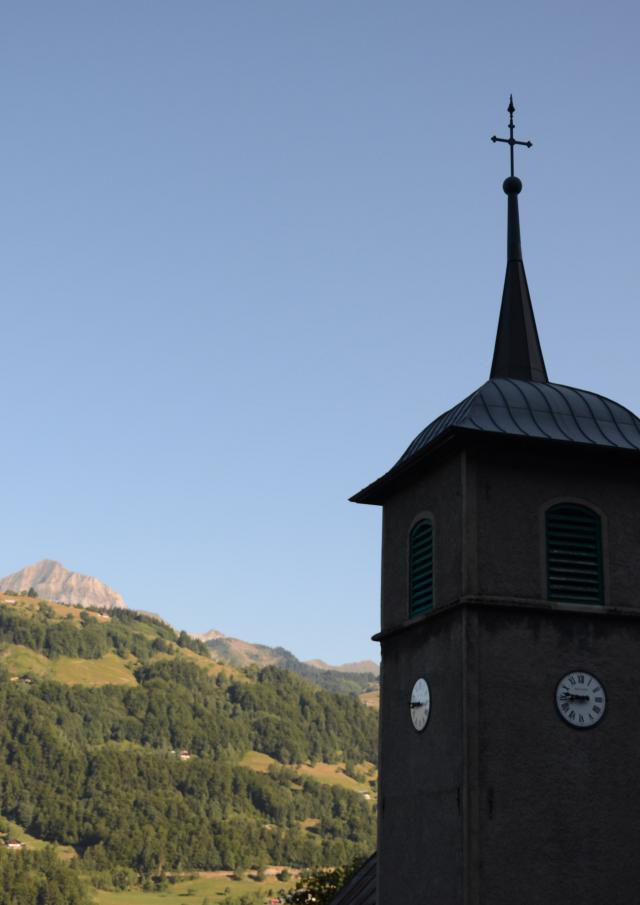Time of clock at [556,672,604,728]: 8:46
